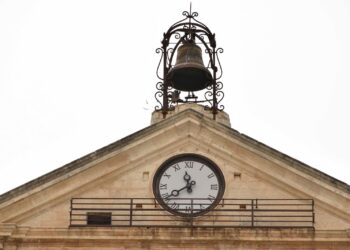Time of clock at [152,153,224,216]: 11:39
